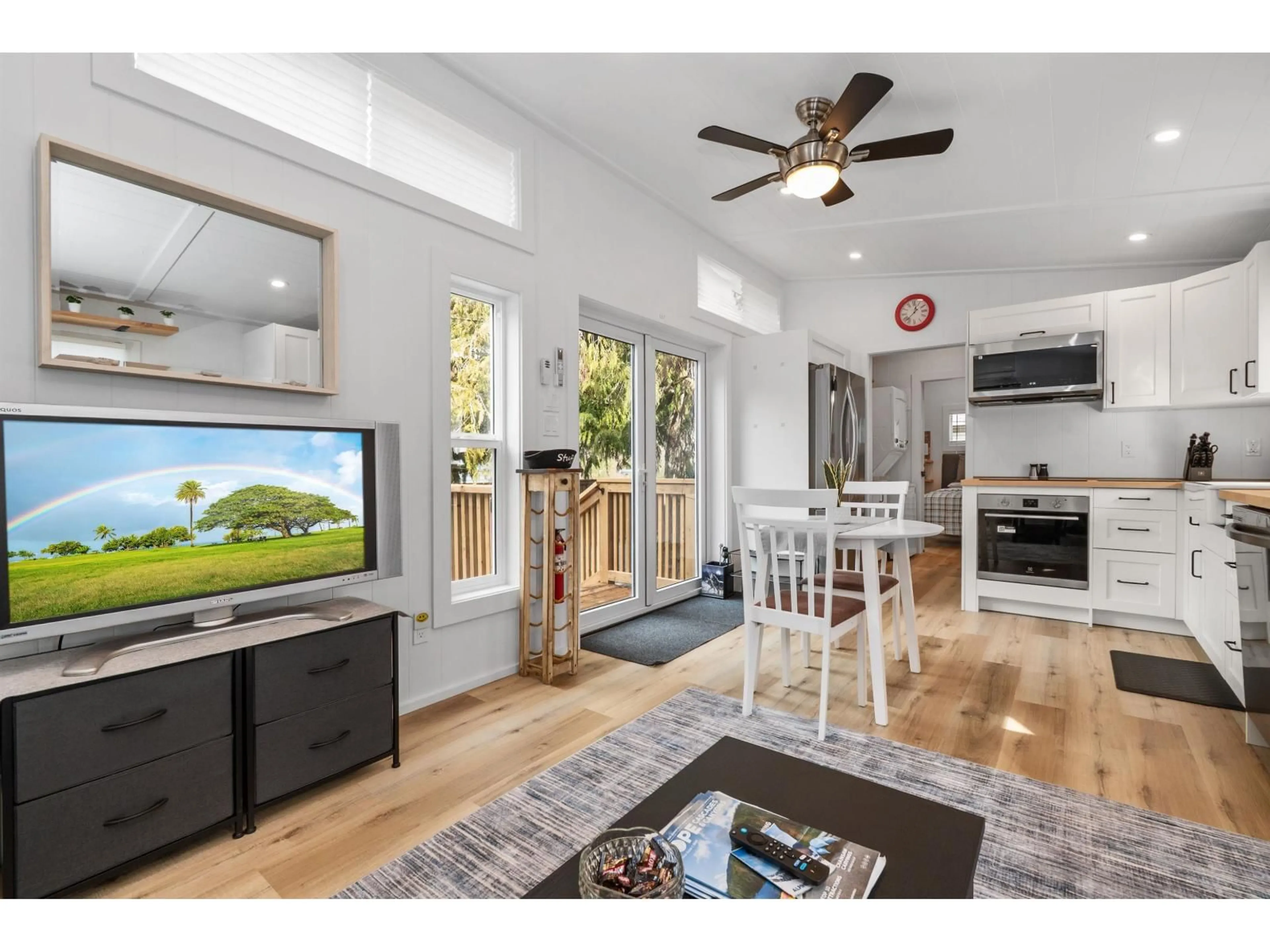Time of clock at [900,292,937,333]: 12:37
